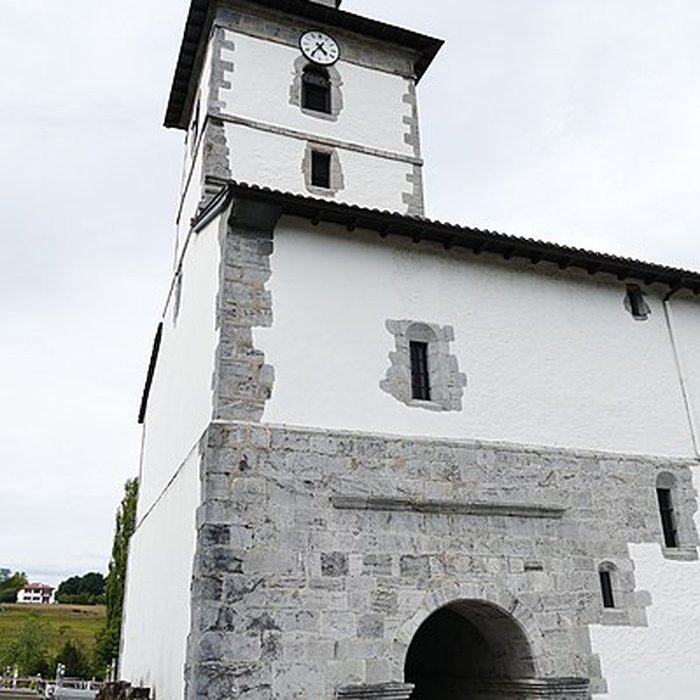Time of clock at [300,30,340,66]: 4:35
